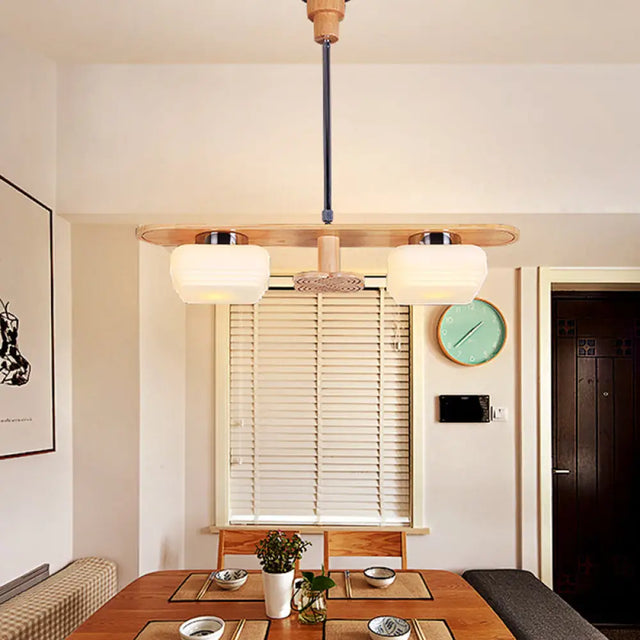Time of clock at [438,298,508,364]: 1:38
